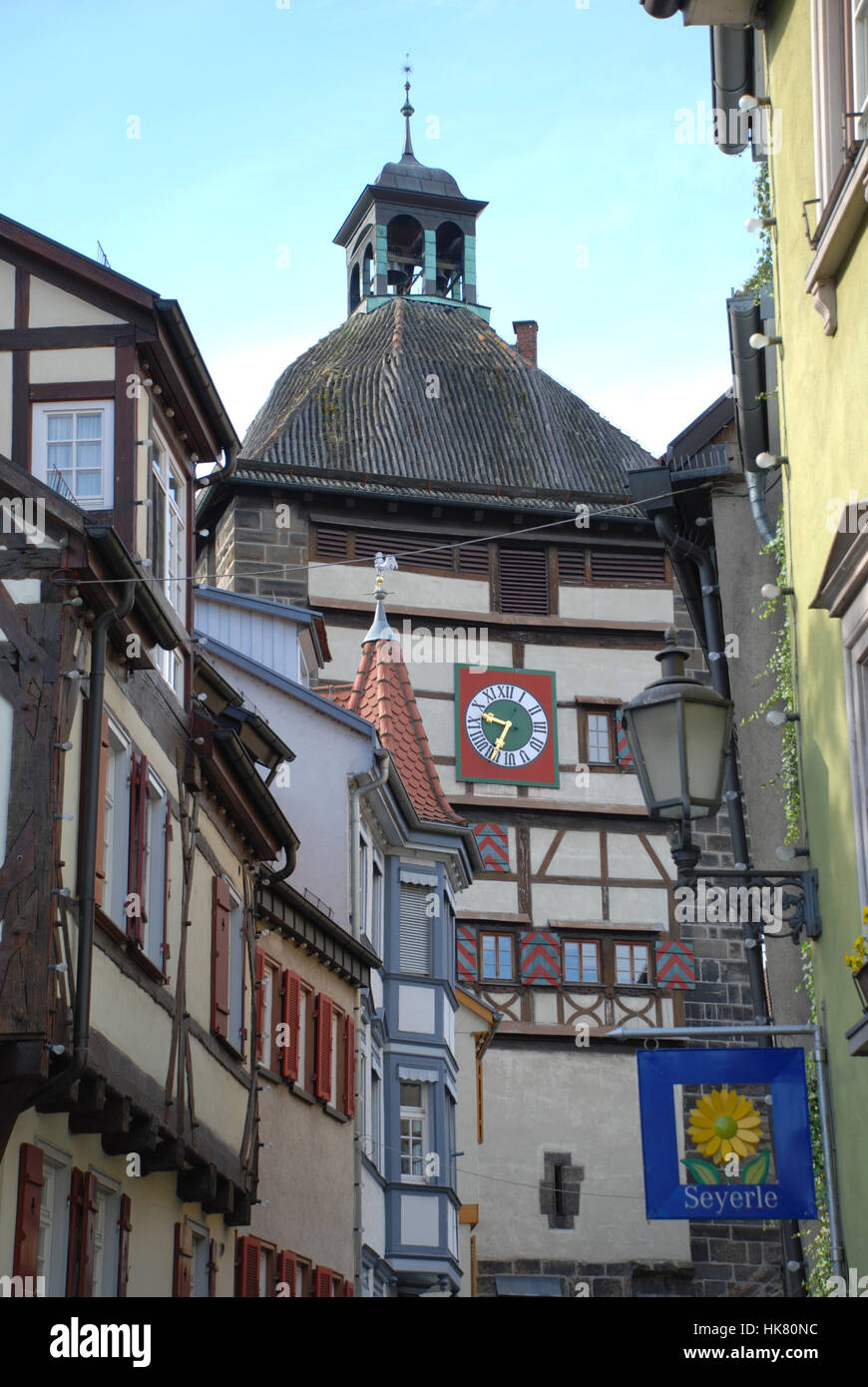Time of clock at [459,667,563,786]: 9:34
